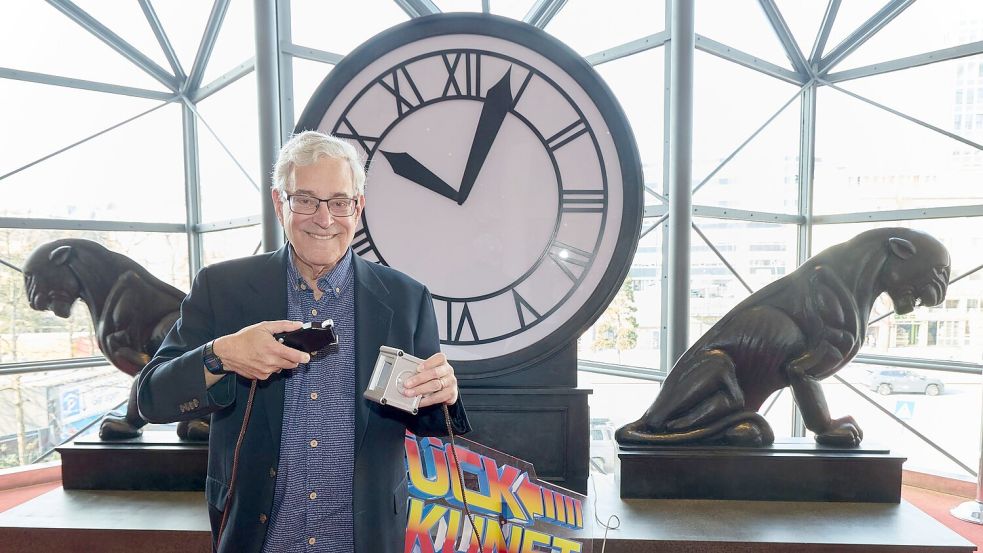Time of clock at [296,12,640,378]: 10:03
